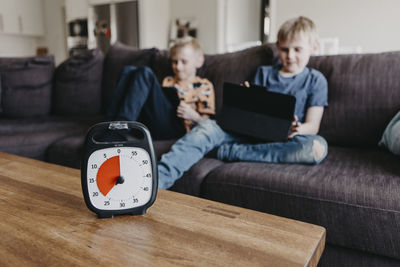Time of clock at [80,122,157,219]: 7:37
